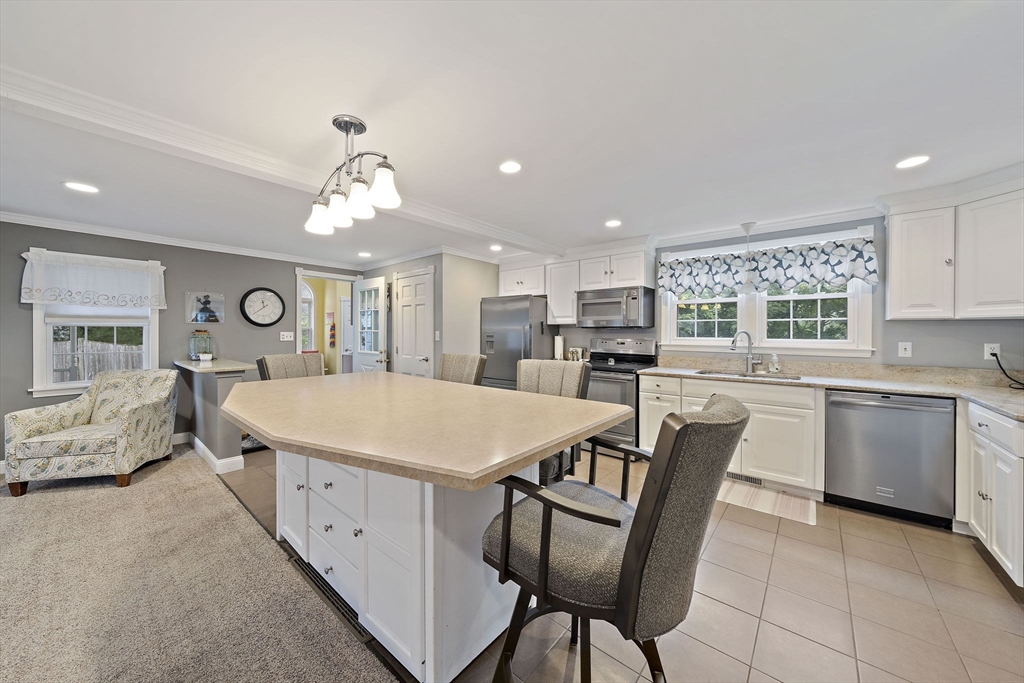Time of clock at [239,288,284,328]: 11:38
